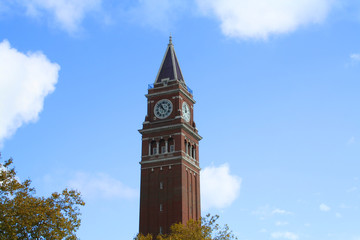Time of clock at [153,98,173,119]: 10:52
